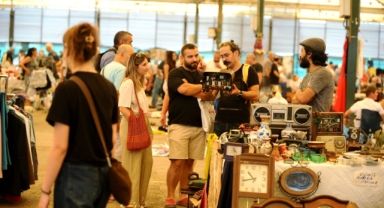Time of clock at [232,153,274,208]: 10:42
